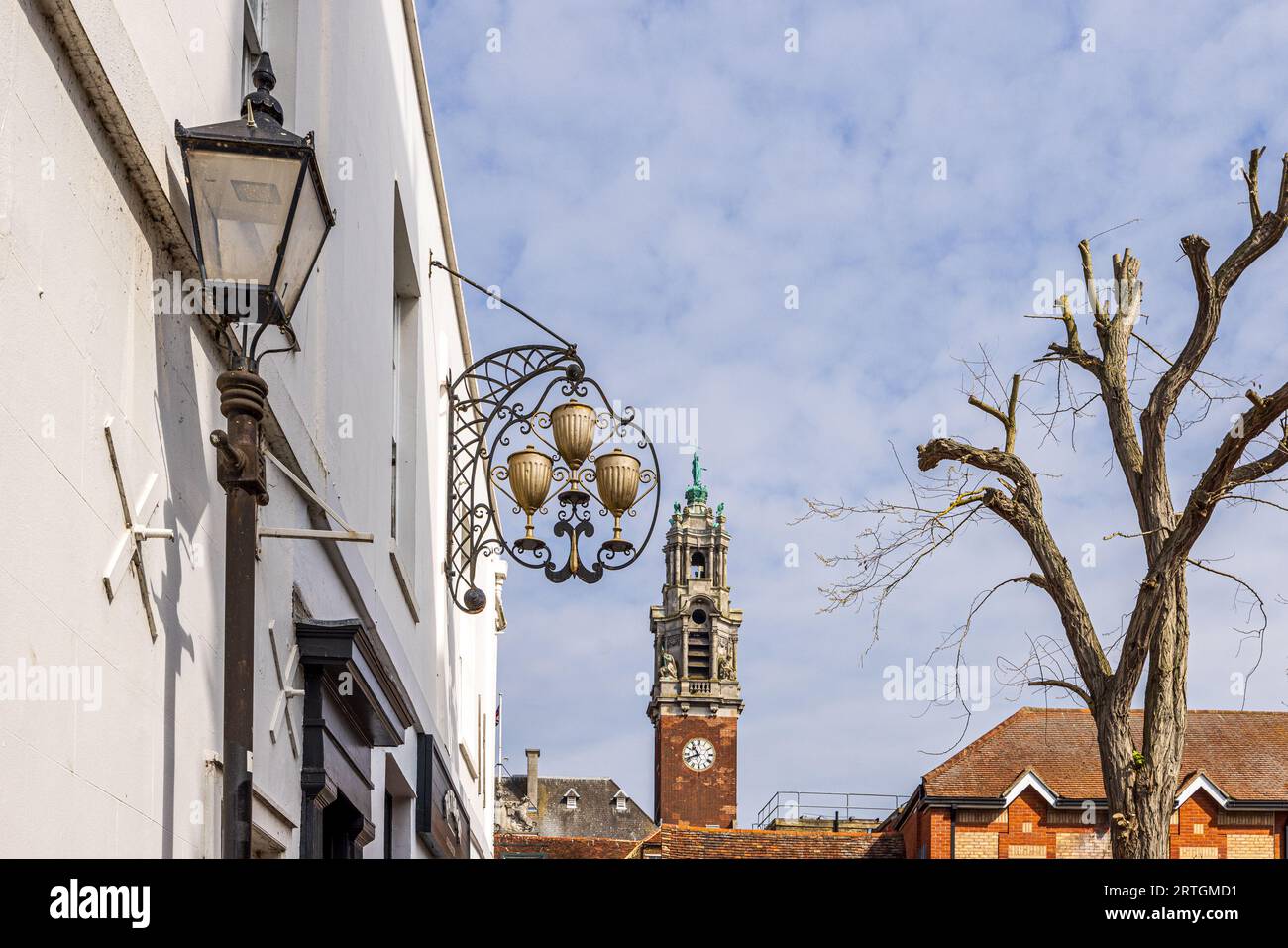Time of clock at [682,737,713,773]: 10:41
